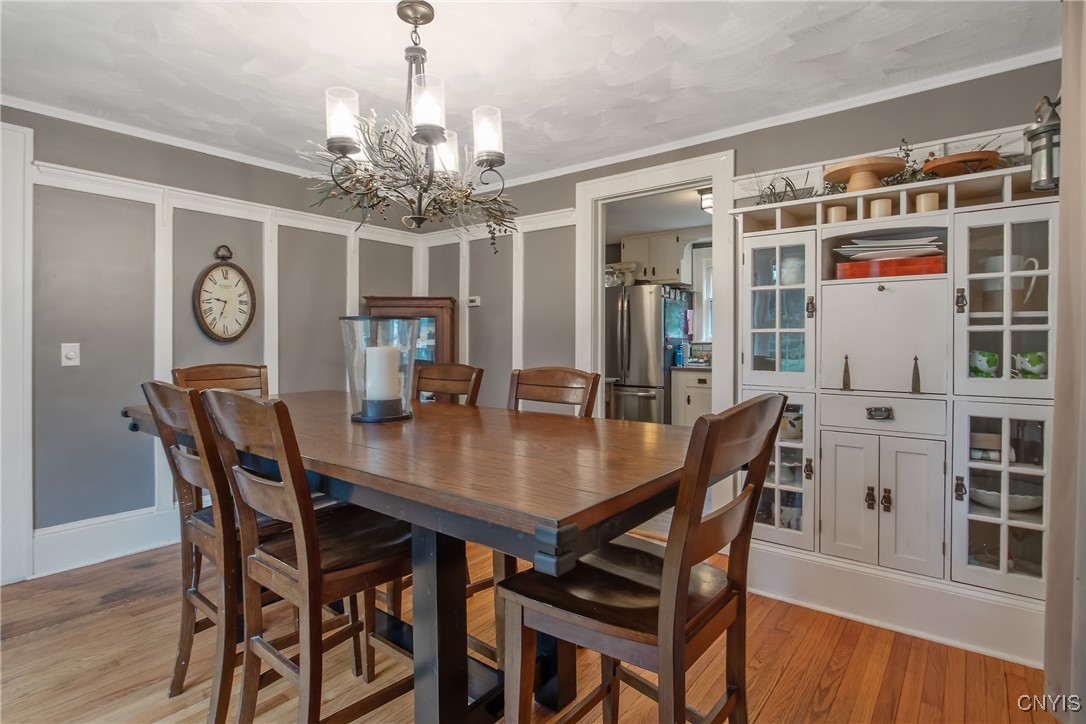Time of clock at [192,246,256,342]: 6:46
